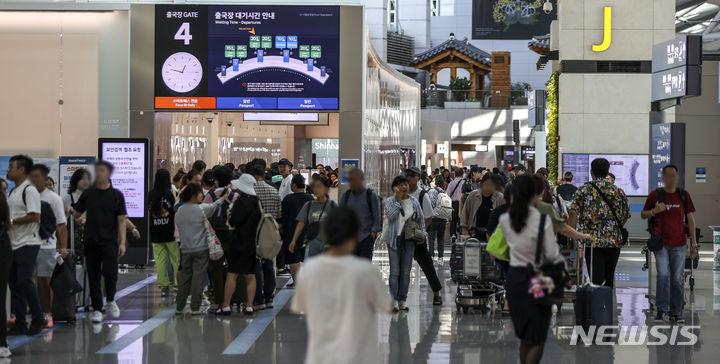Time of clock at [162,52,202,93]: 12:47
